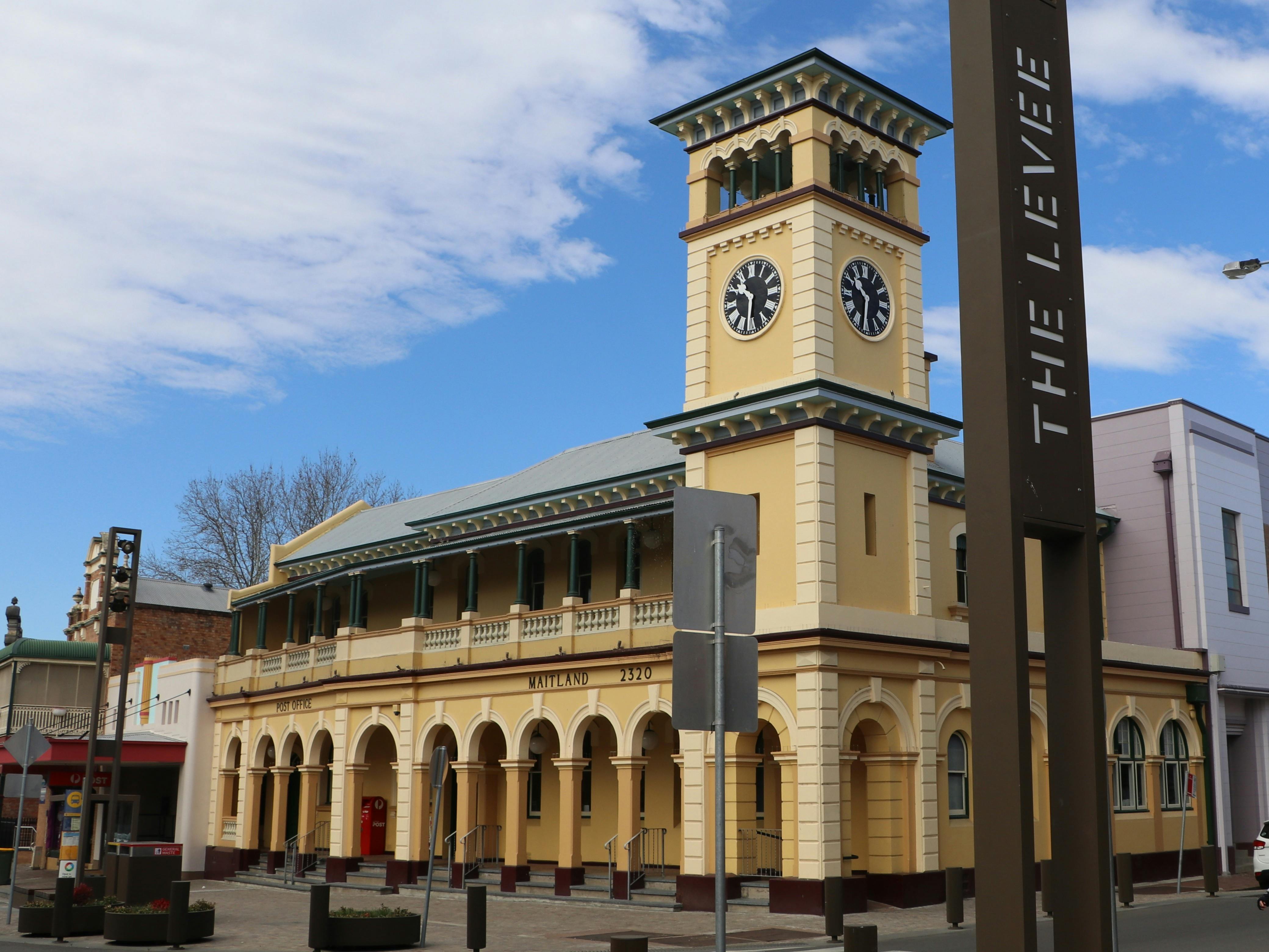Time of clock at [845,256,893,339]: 10:31
